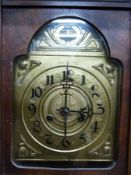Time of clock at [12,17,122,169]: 3:00
